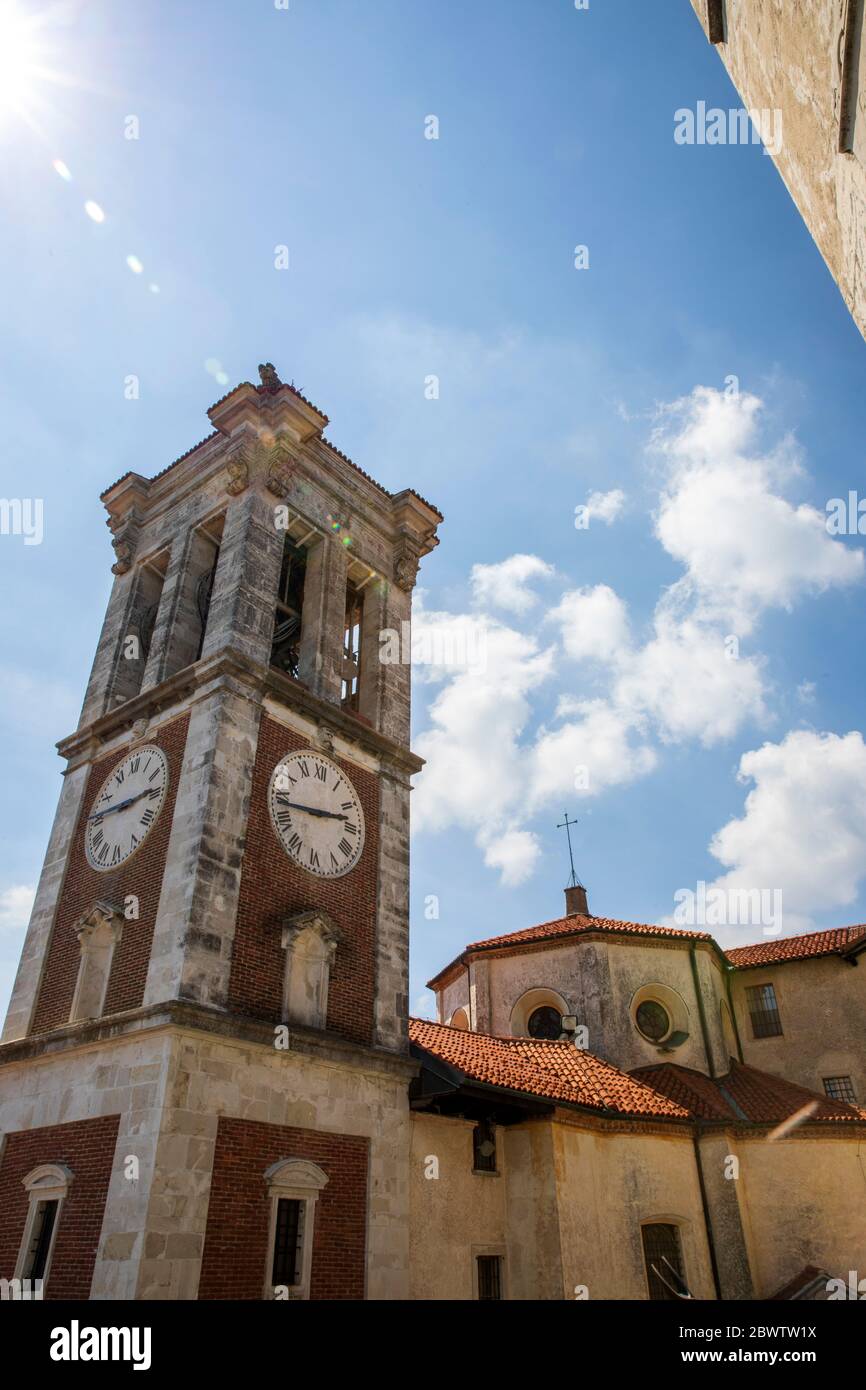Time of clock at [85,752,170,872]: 2:45
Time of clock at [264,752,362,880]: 2:43
